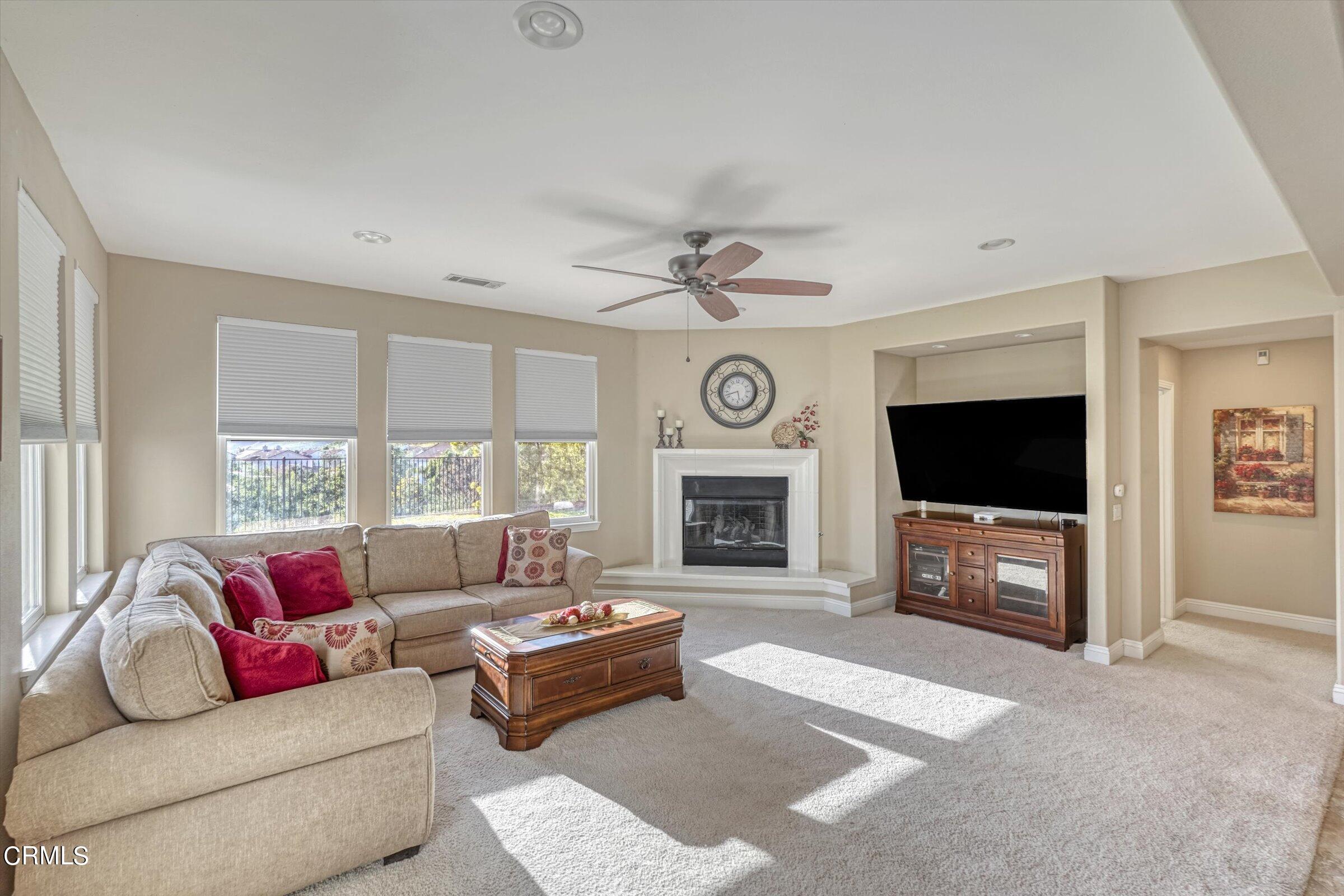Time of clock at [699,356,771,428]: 5:42
